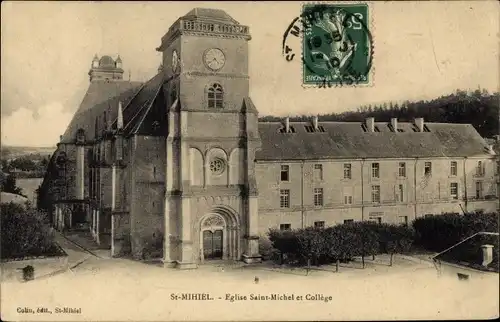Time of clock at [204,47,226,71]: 4:38
